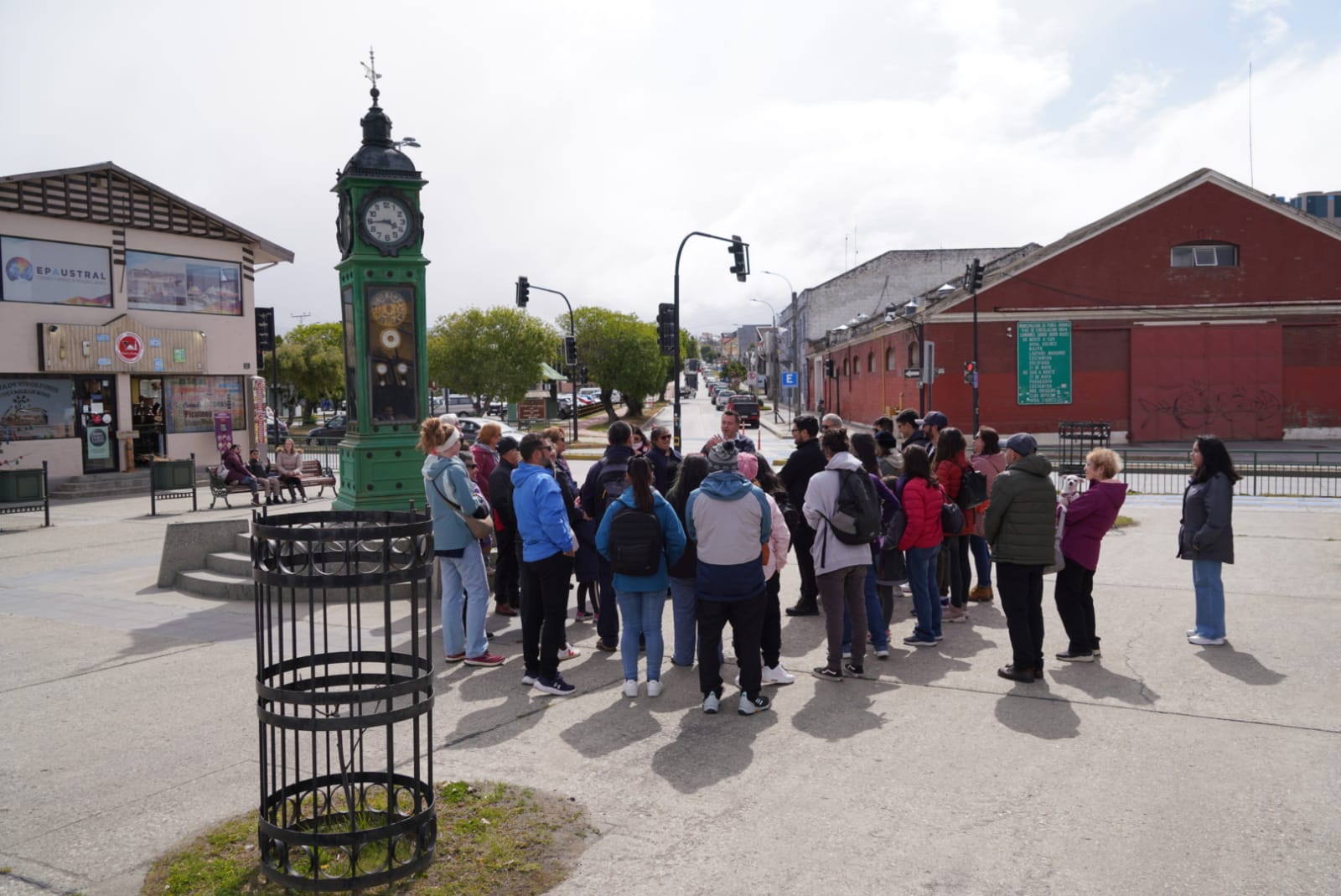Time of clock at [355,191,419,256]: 3:44
